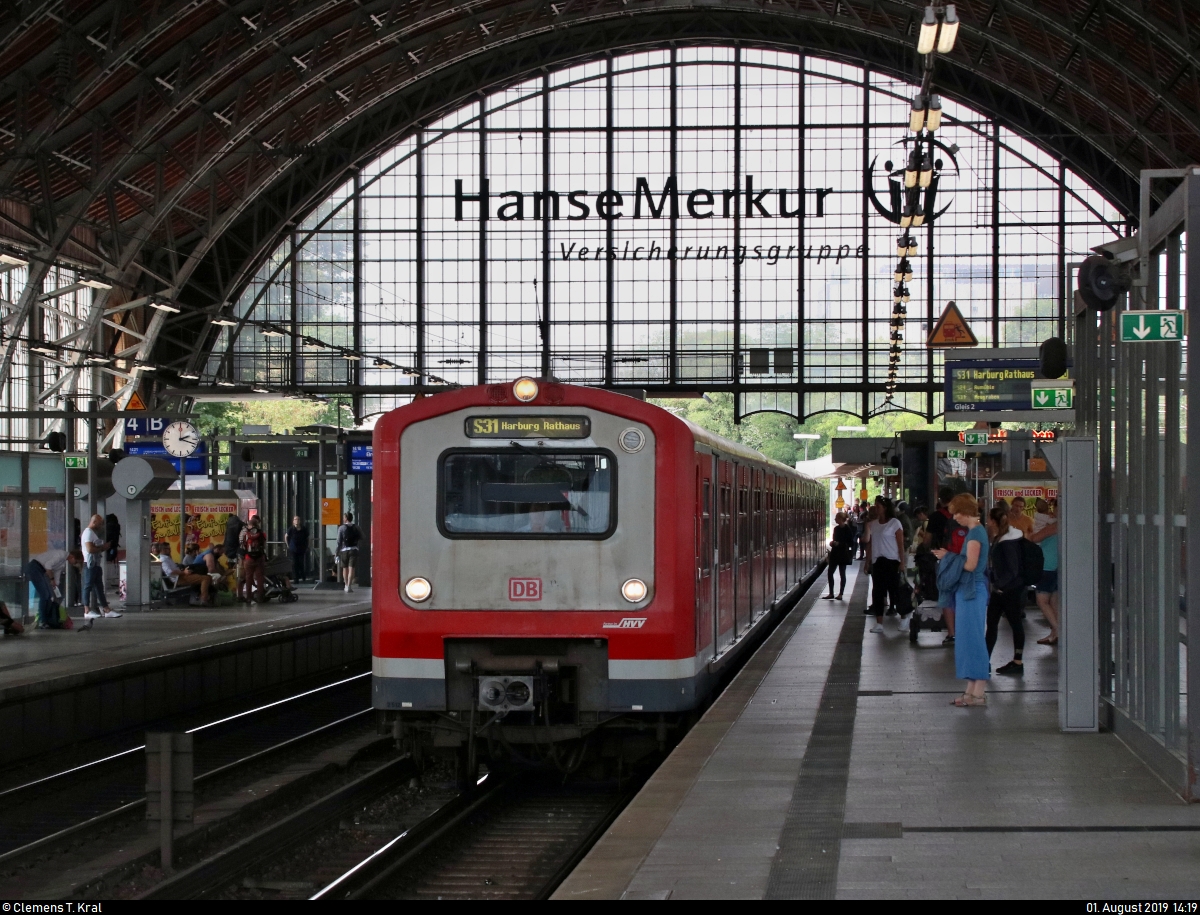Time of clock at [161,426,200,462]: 2:18
